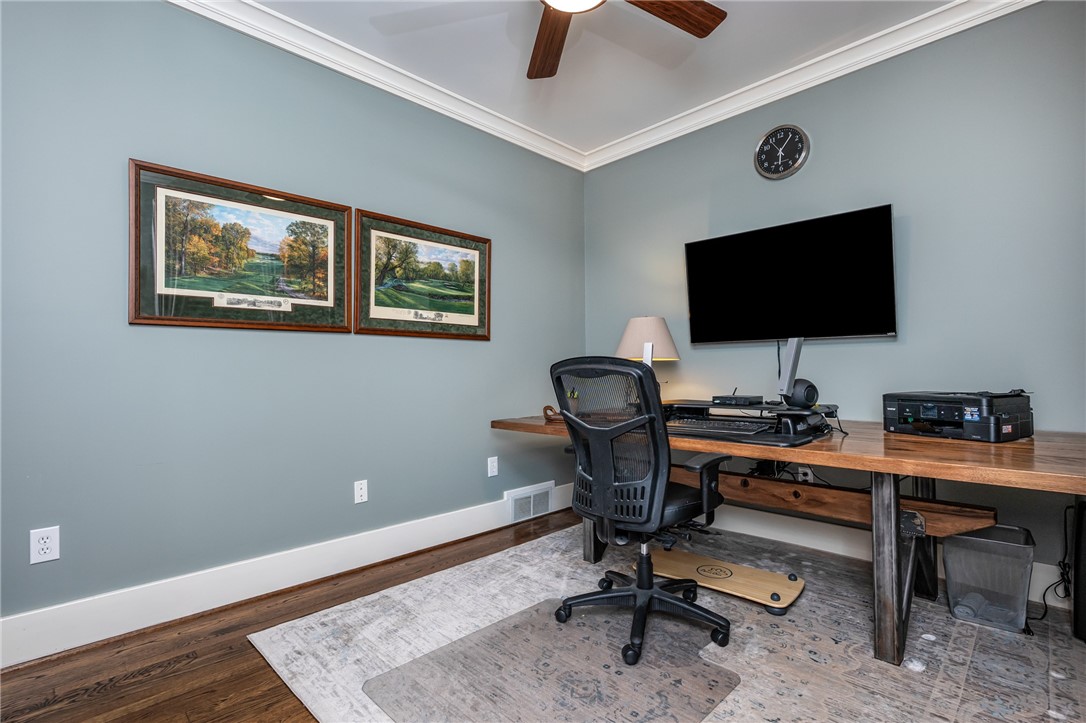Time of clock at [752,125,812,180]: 6:06
